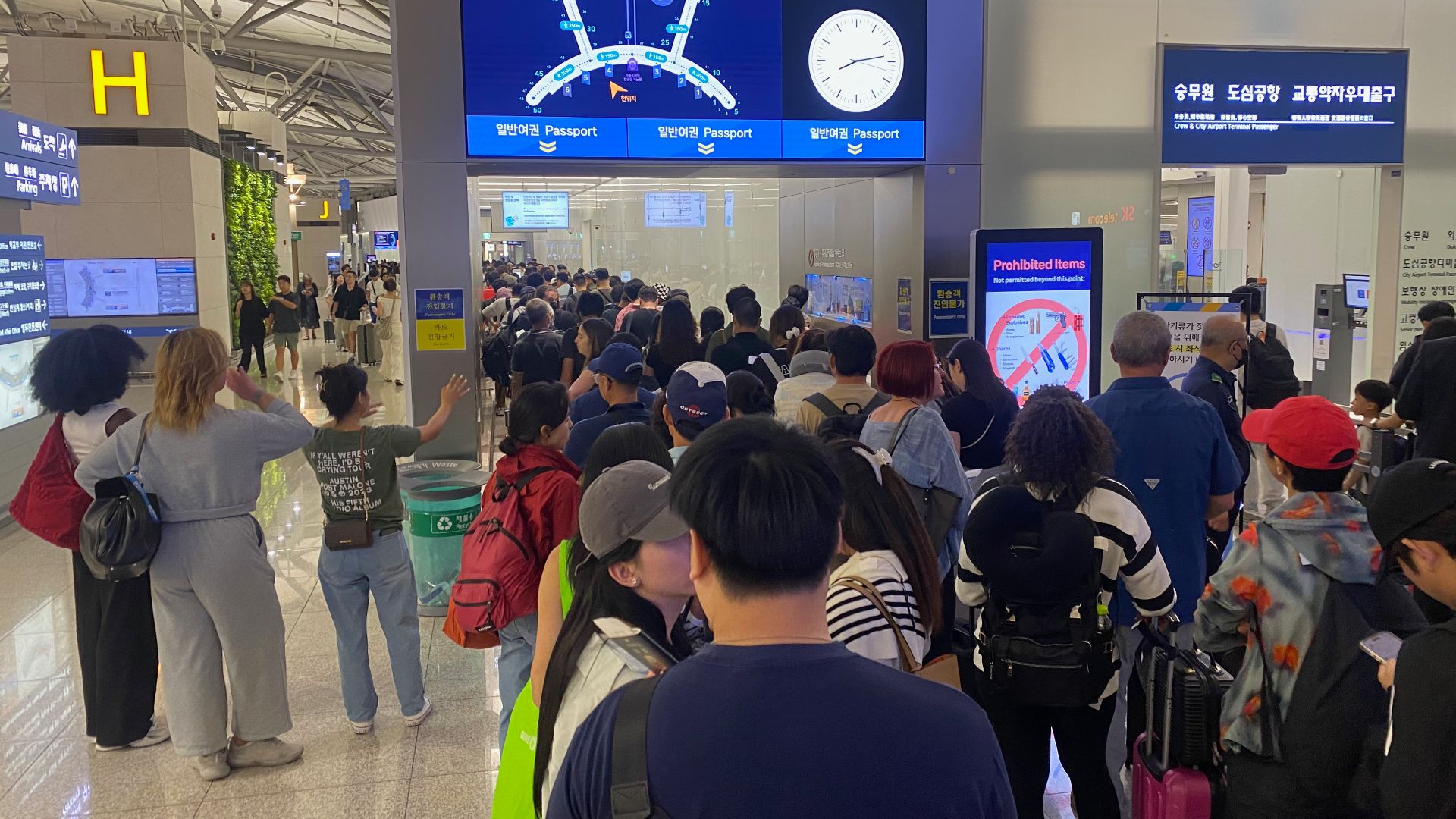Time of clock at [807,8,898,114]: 8:13
